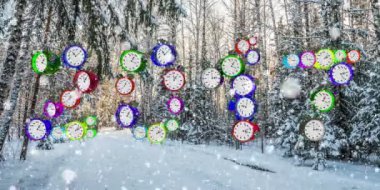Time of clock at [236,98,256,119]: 9:01
